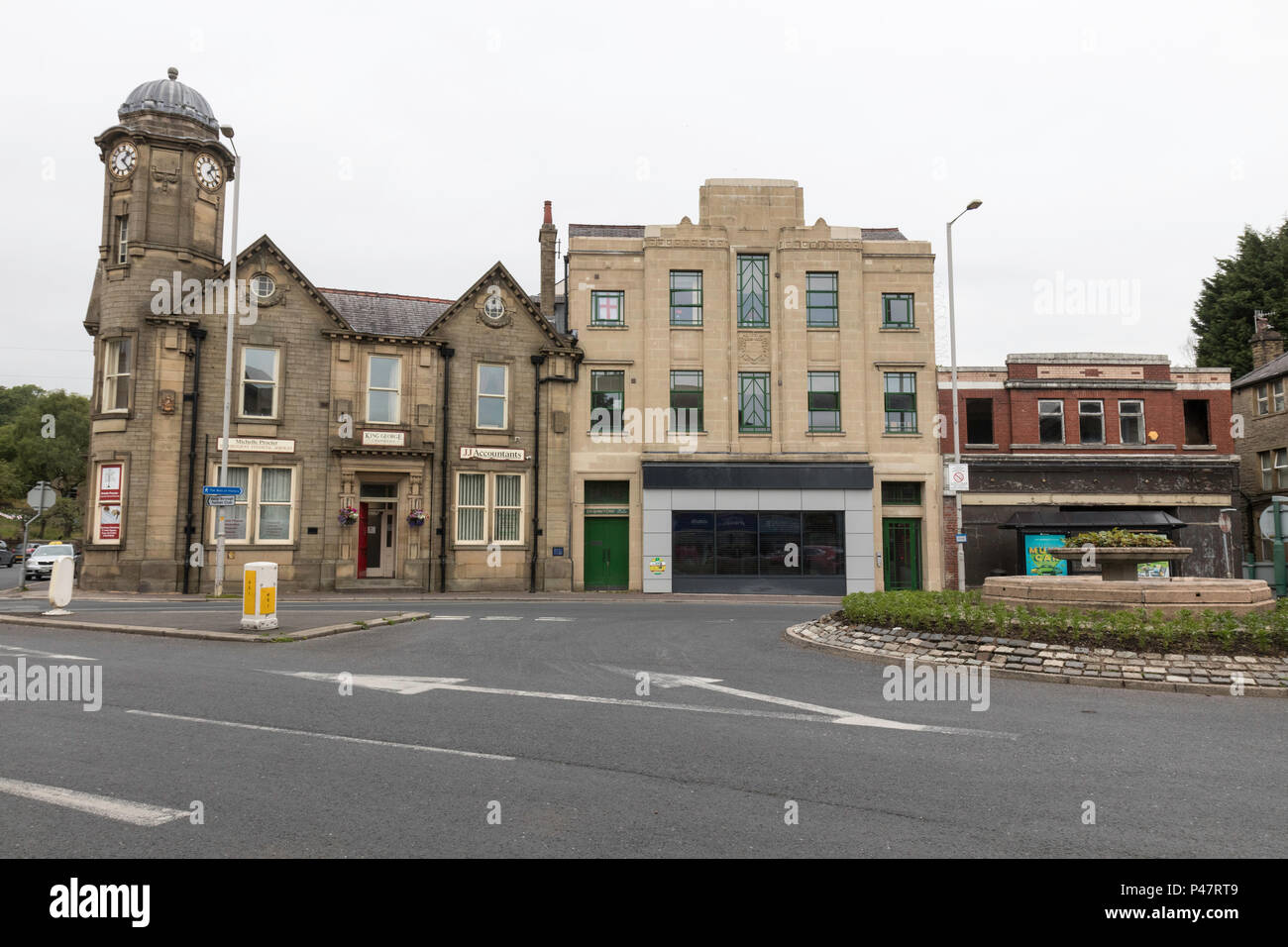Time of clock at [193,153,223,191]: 1:21
